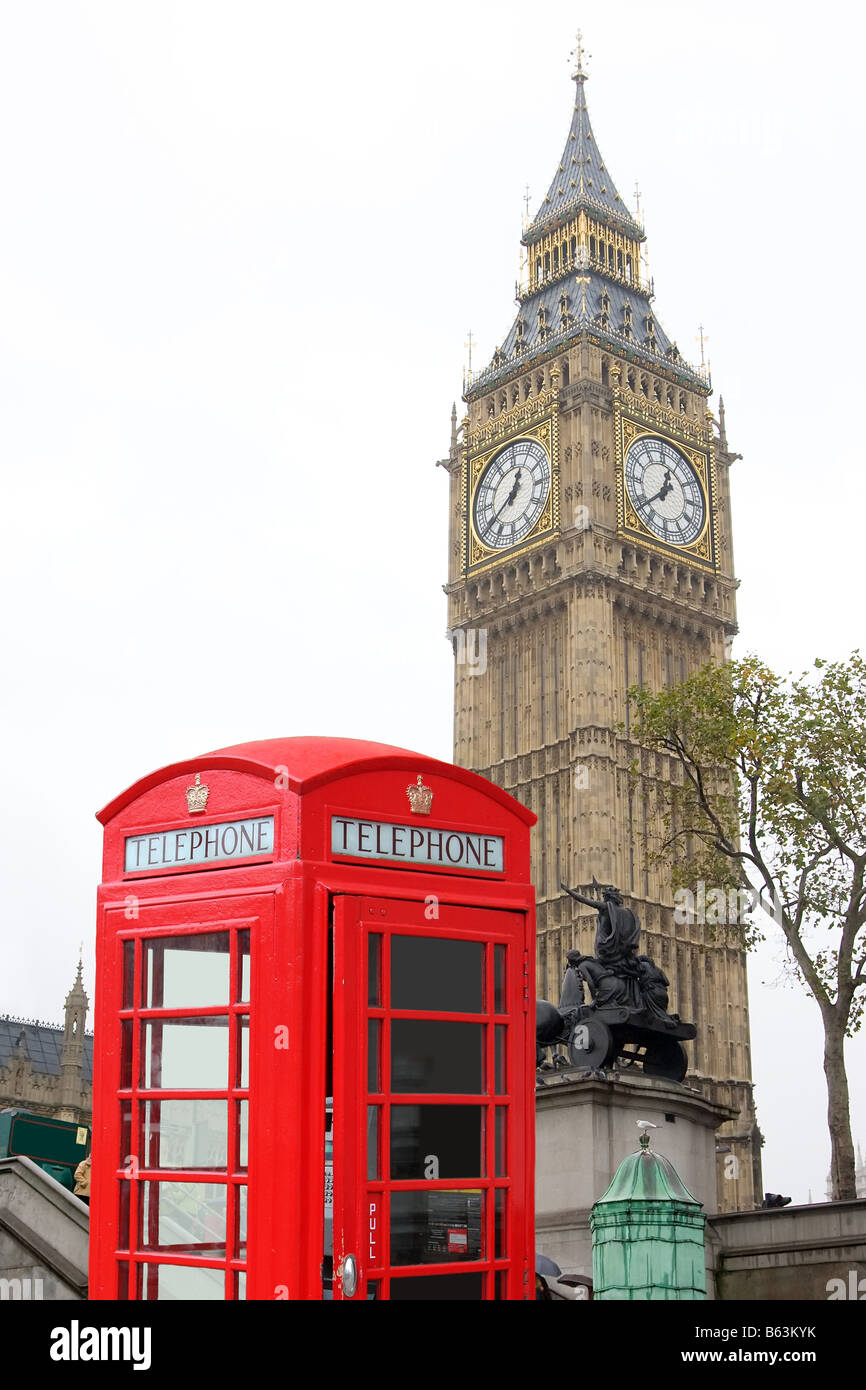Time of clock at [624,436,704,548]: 12:38
